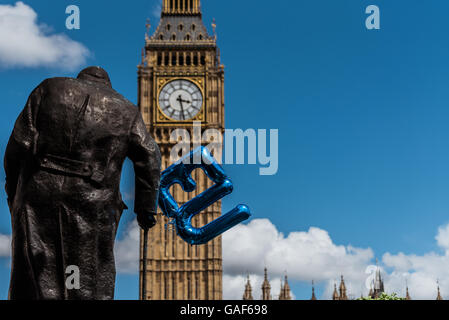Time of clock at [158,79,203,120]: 3:28
